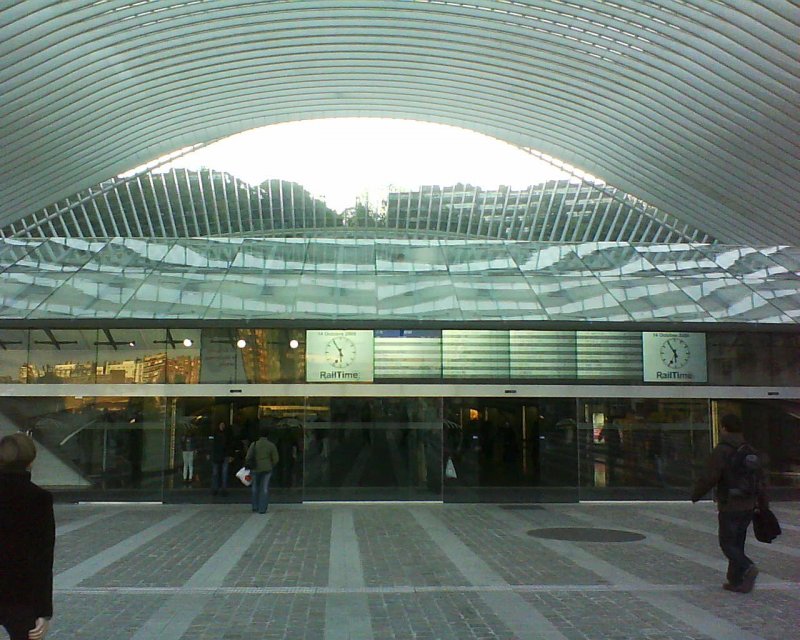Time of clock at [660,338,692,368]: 5:54
